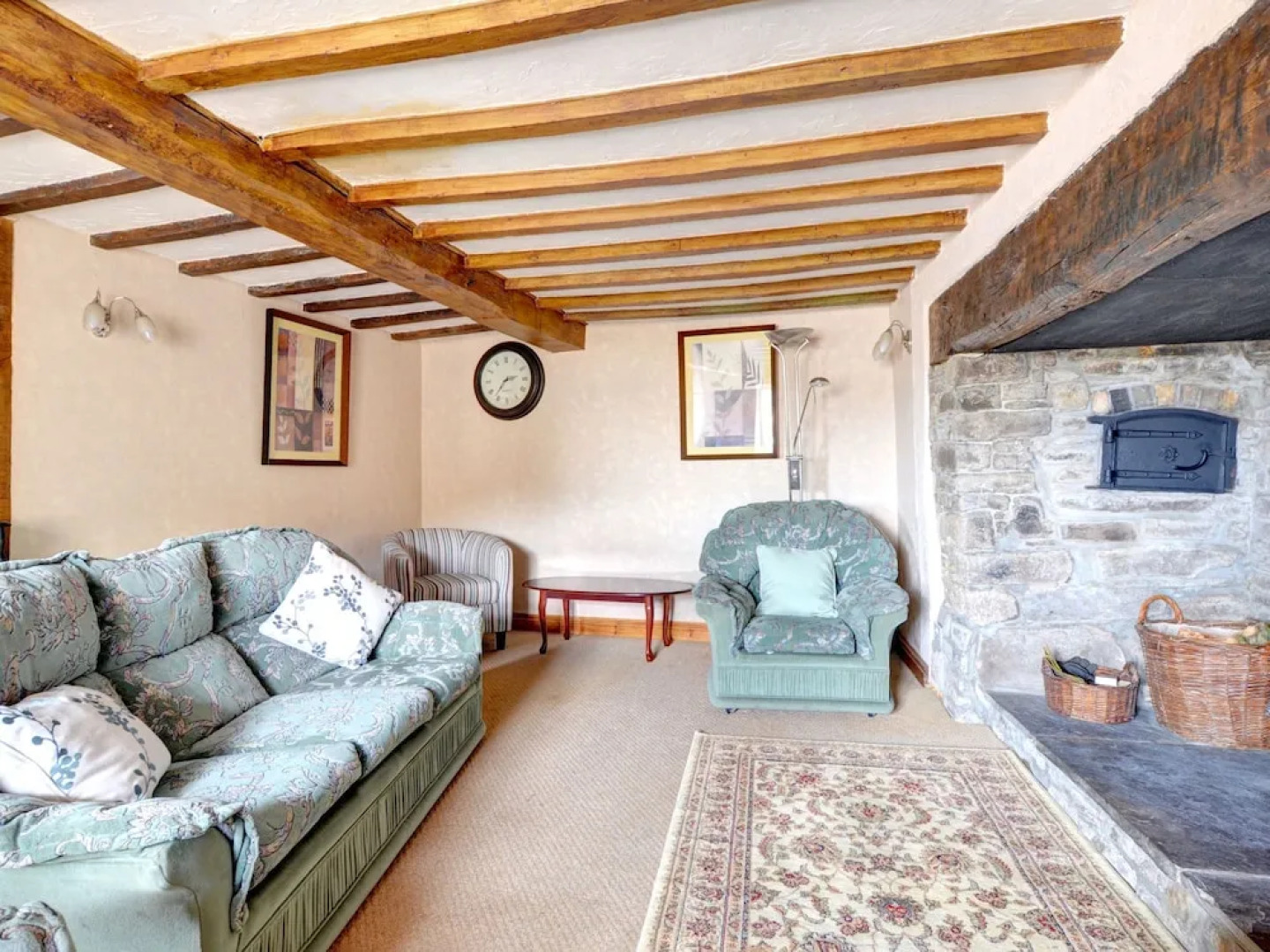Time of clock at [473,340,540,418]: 2:36
